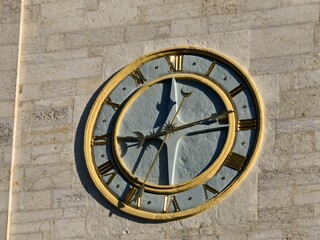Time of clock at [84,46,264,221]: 12:12
